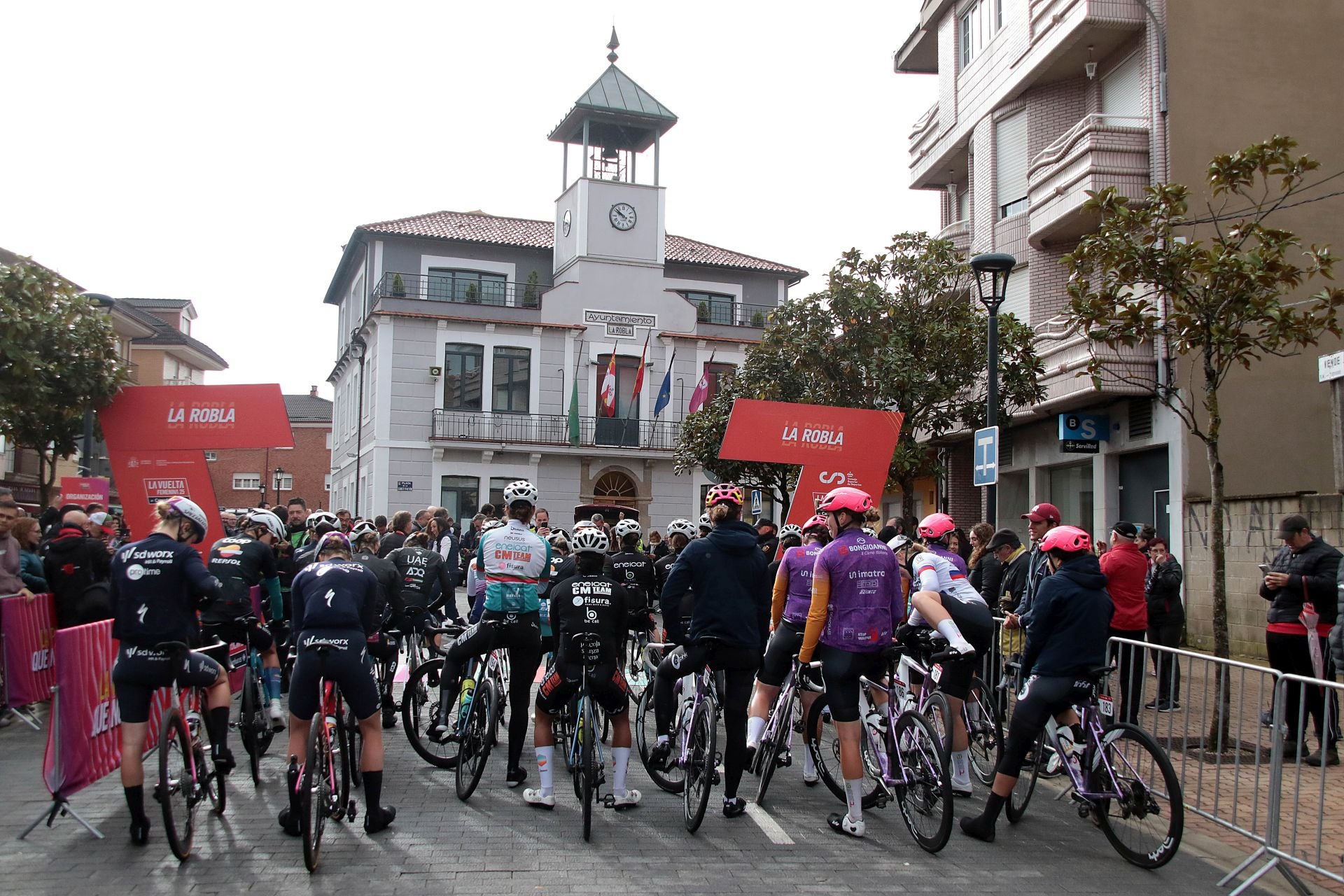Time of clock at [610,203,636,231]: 9:51
